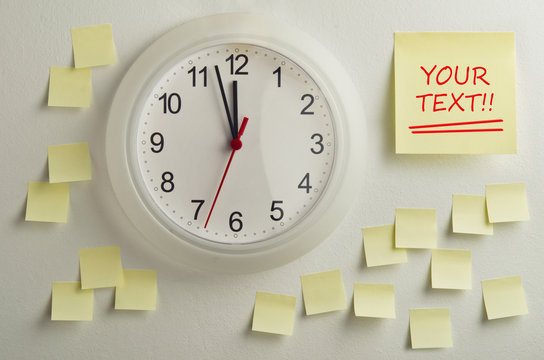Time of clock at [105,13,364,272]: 11:57
